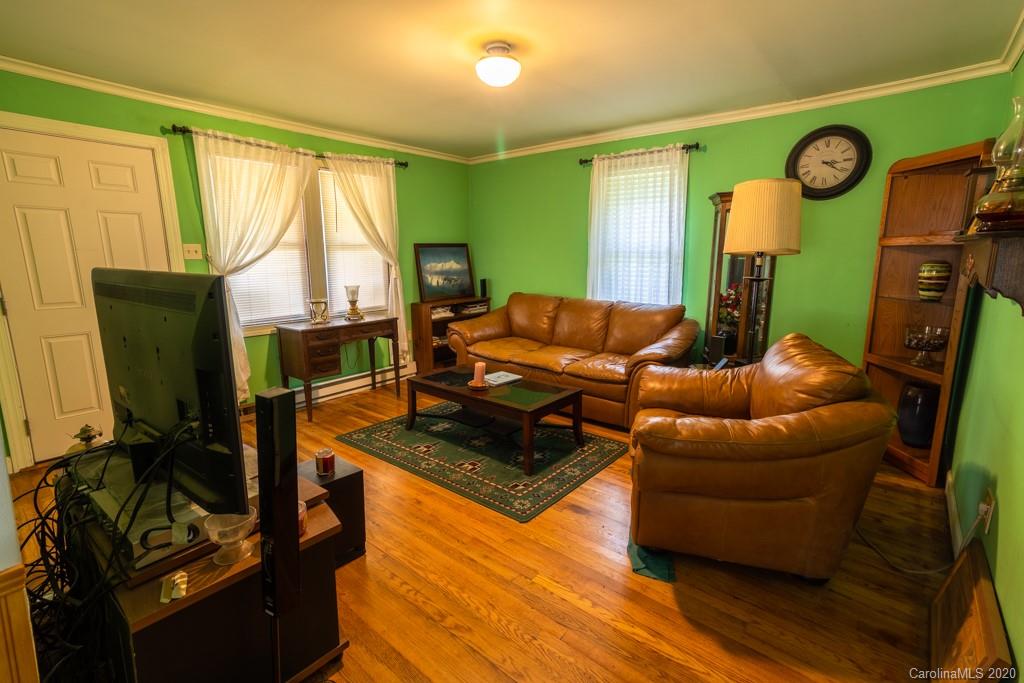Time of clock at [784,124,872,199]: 3:21
